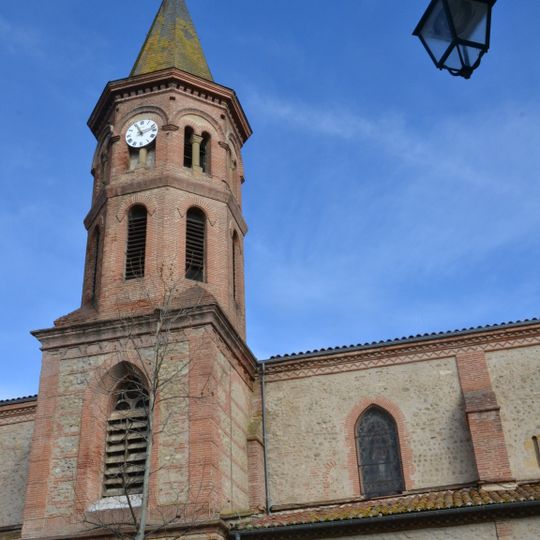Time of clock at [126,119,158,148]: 11:12
